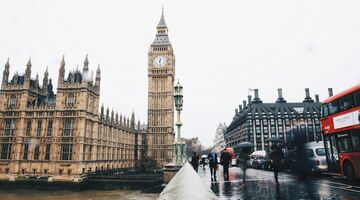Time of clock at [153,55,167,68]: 12:28
